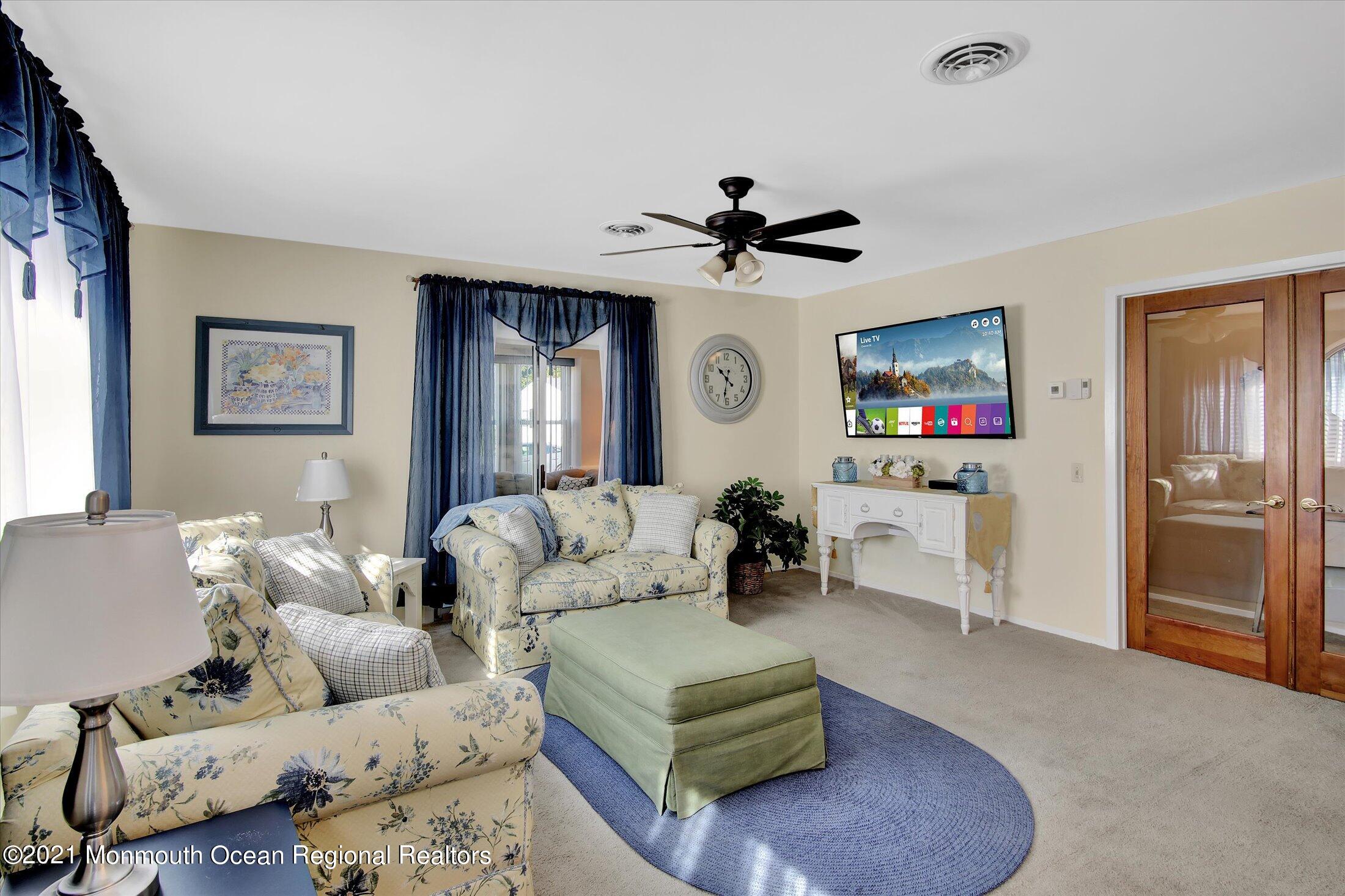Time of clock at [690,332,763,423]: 10:32
